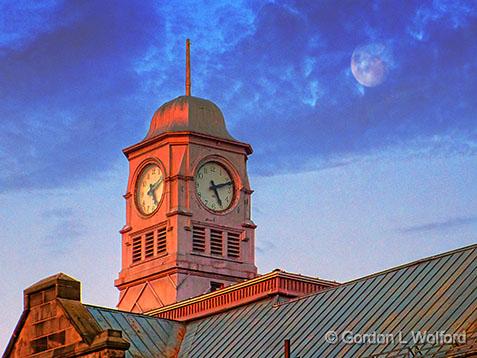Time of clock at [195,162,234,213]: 5:12
